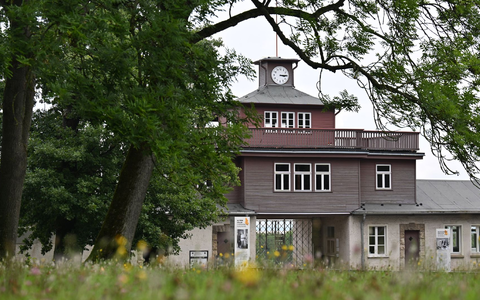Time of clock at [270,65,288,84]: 3:14
